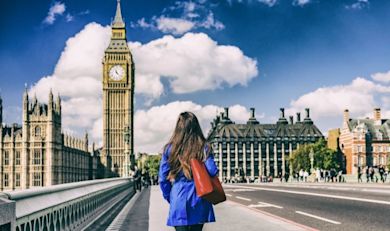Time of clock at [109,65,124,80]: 11:22
